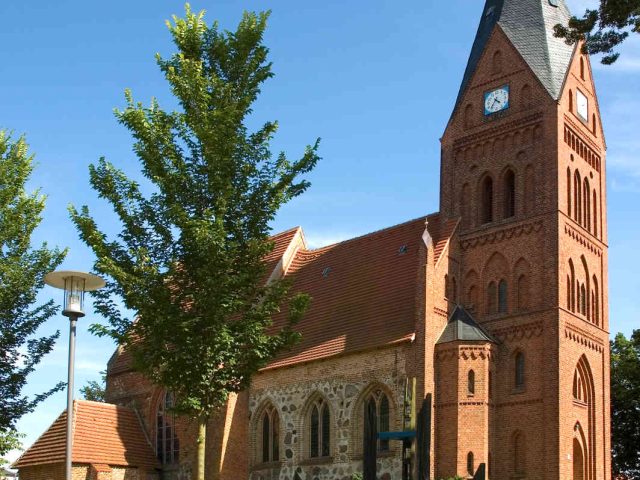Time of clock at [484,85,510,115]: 4:36
